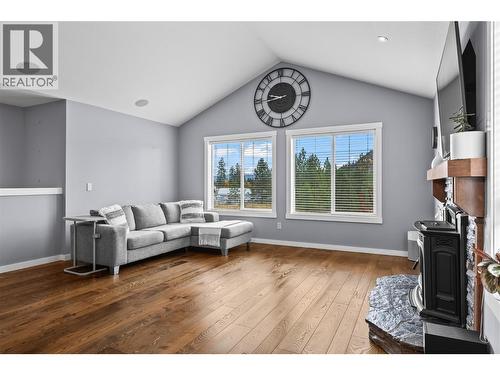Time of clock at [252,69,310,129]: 9:44
